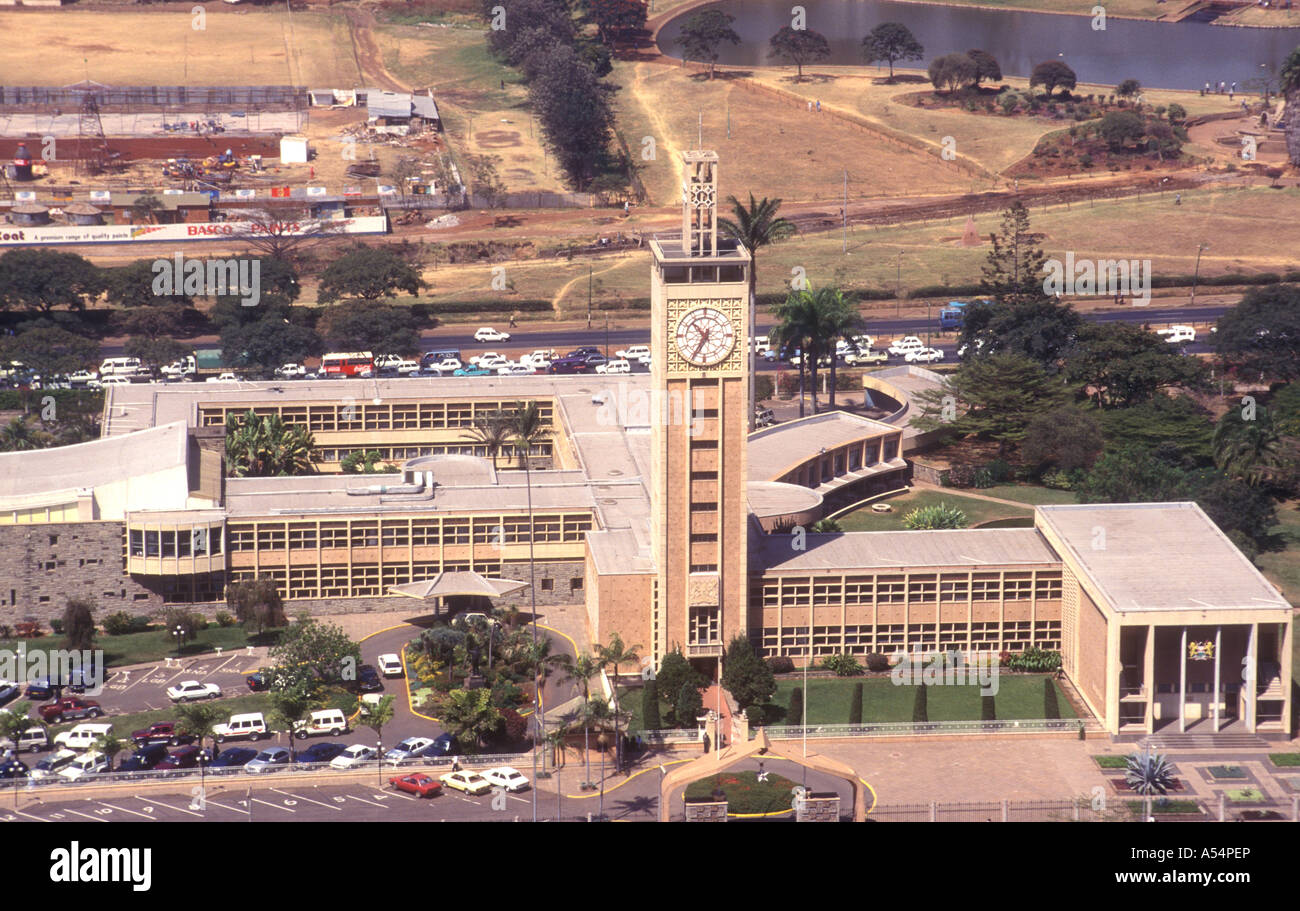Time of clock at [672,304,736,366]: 10:34
